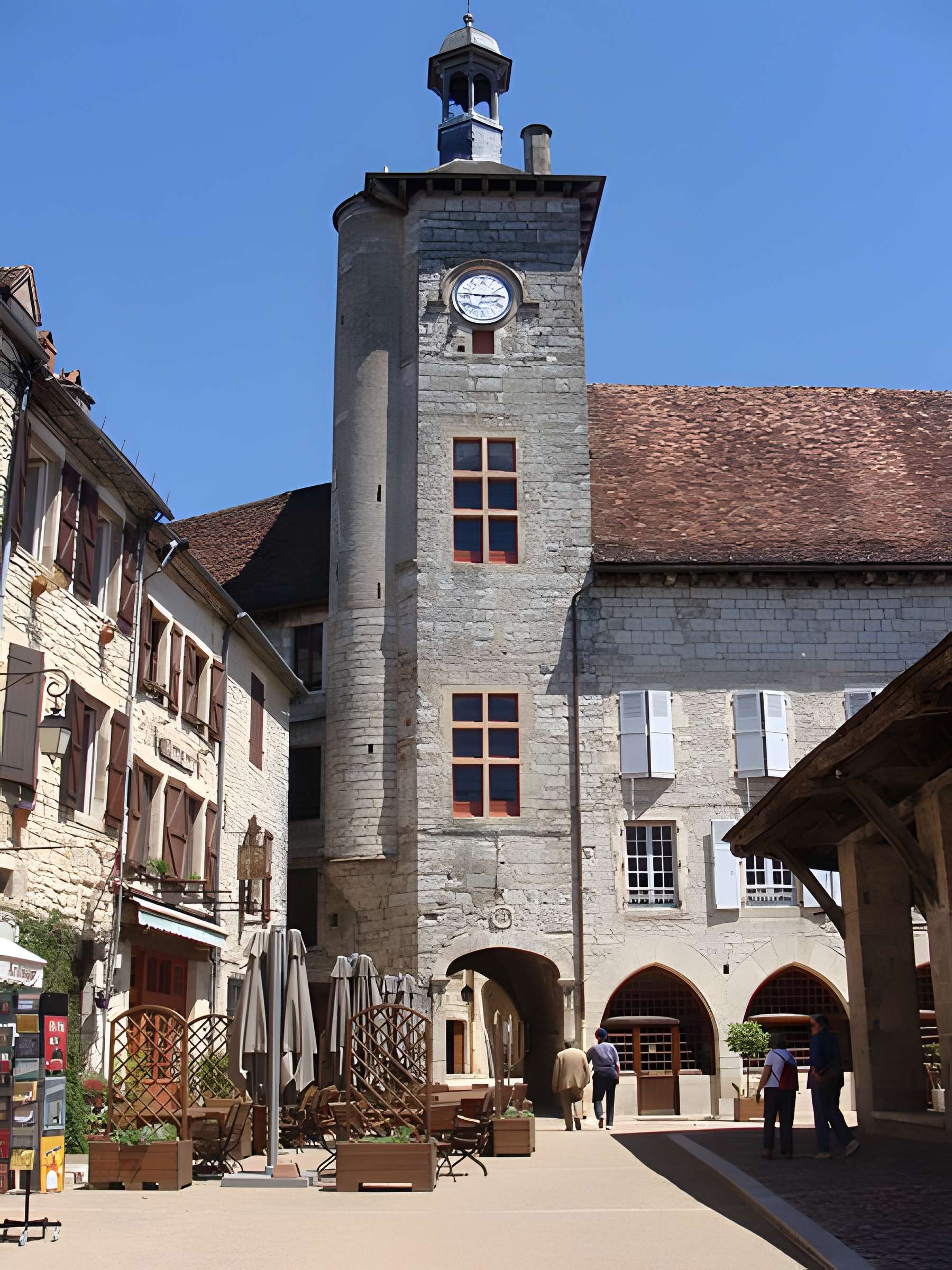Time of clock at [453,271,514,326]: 2:46
